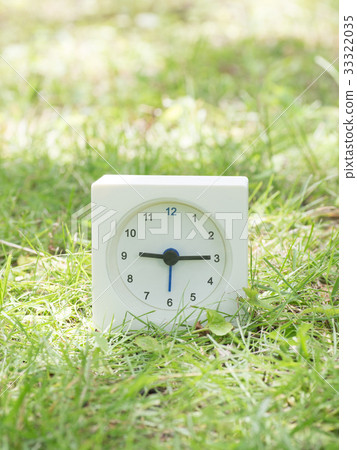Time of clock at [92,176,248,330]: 9:15
